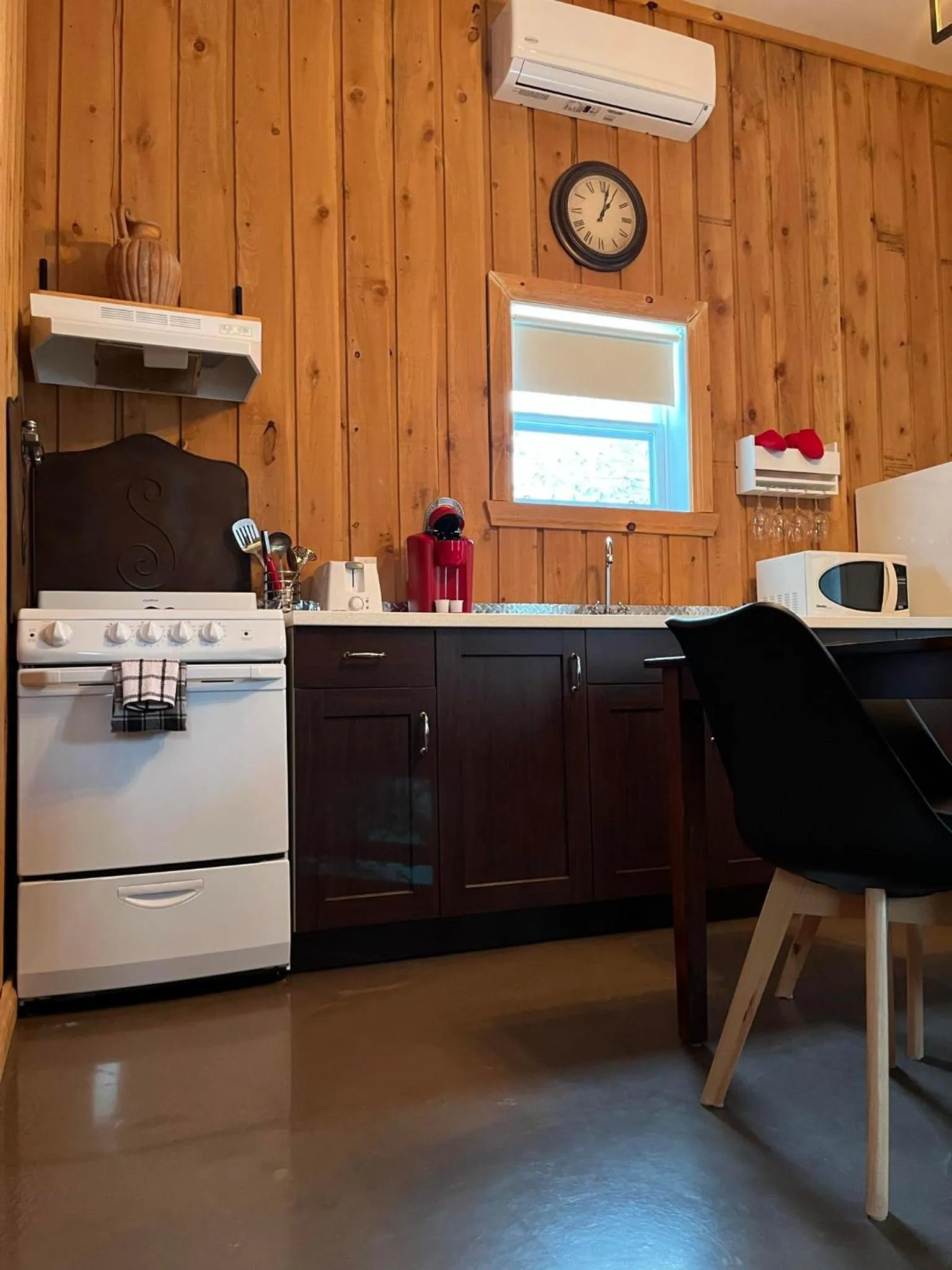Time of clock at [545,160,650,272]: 1:02
